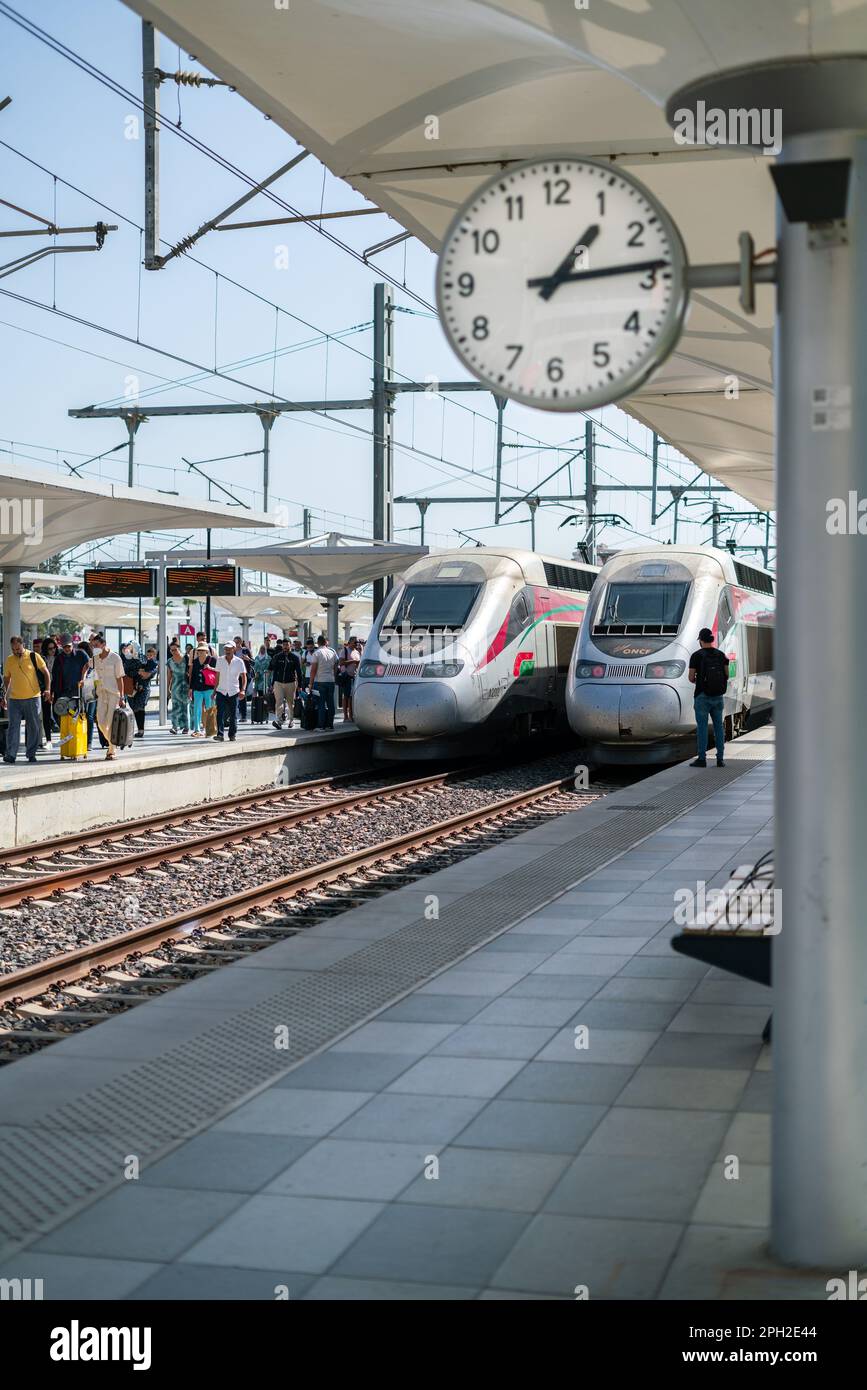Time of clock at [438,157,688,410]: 1:13
